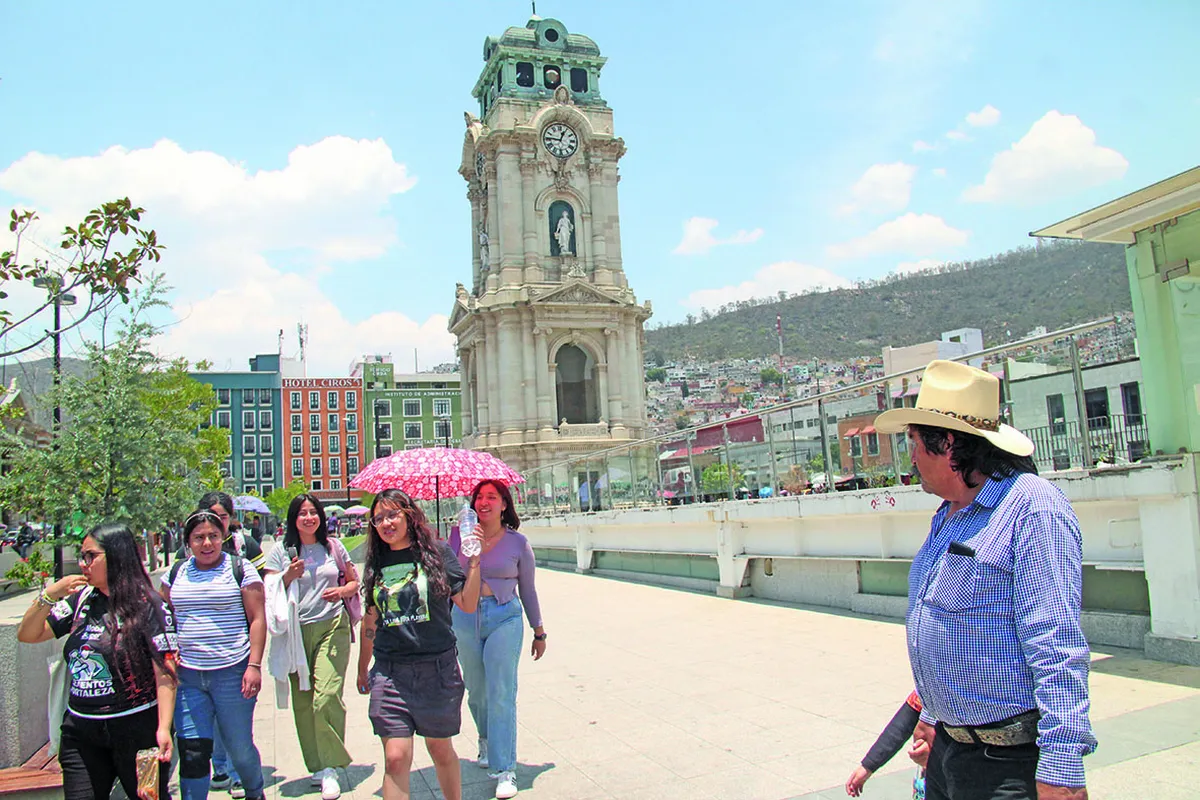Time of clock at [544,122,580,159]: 12:46
